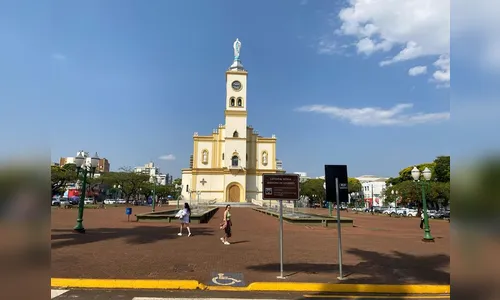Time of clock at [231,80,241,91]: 2:46
